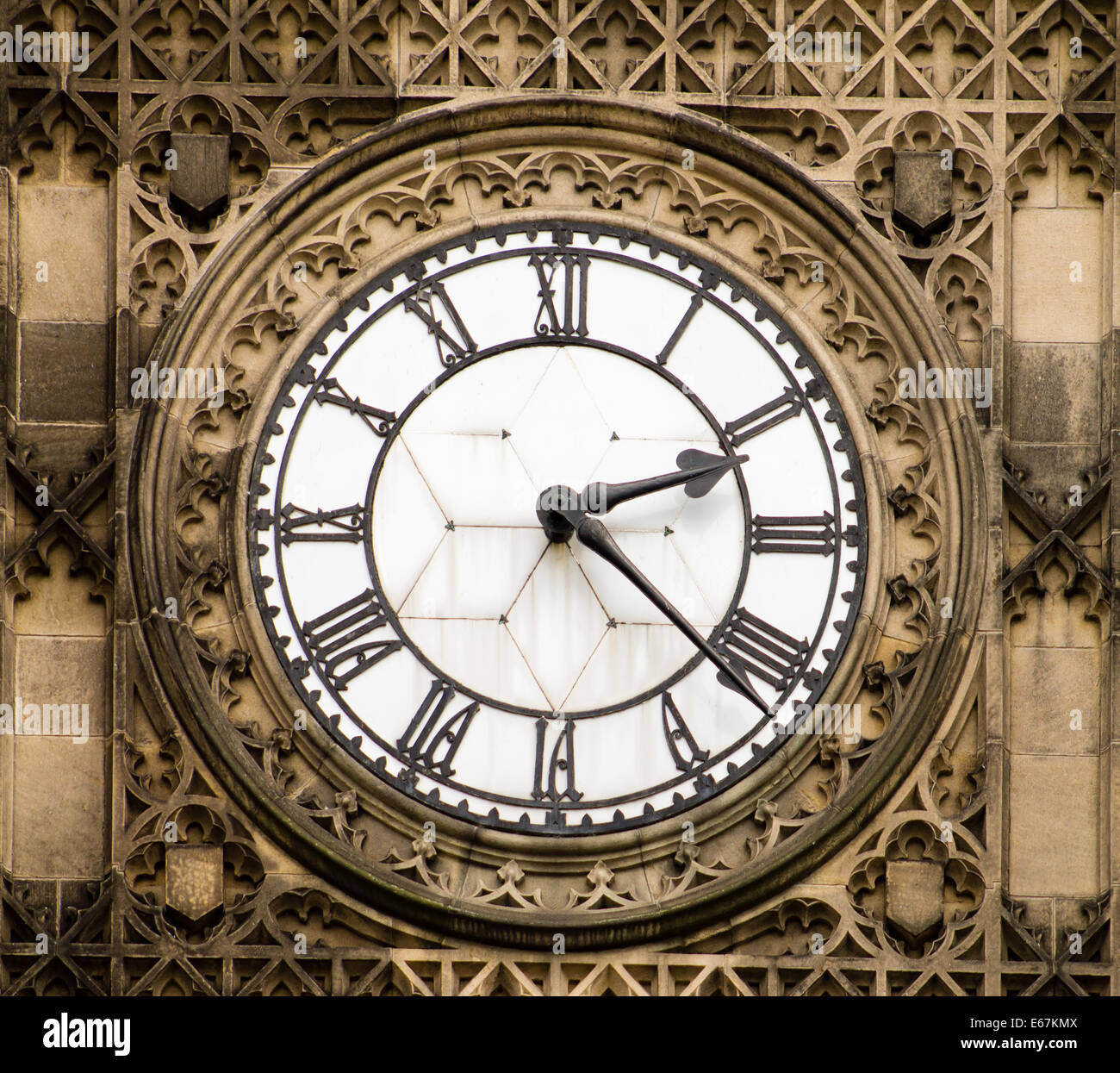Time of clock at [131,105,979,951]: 2:21
